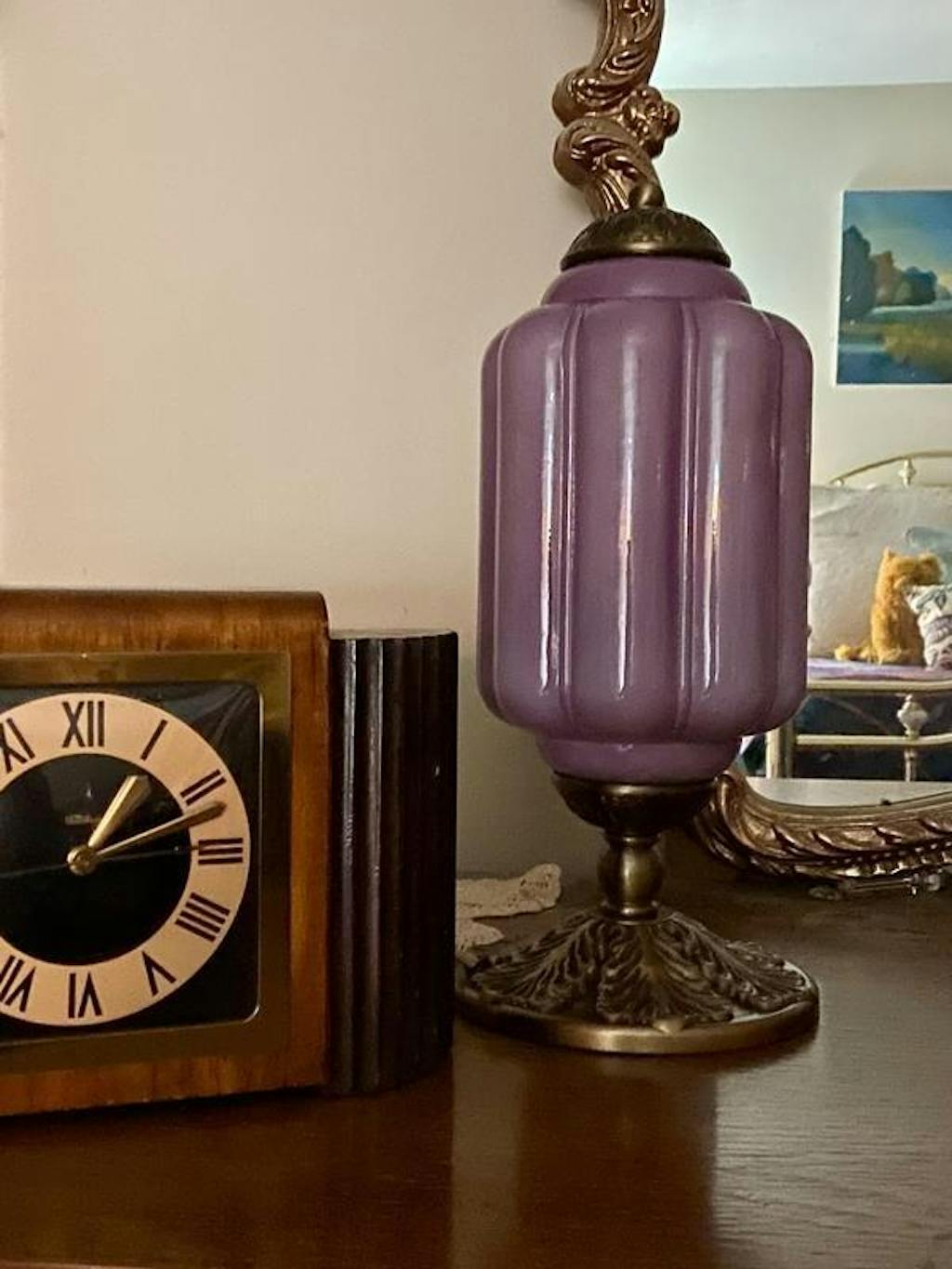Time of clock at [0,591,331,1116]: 1:11
